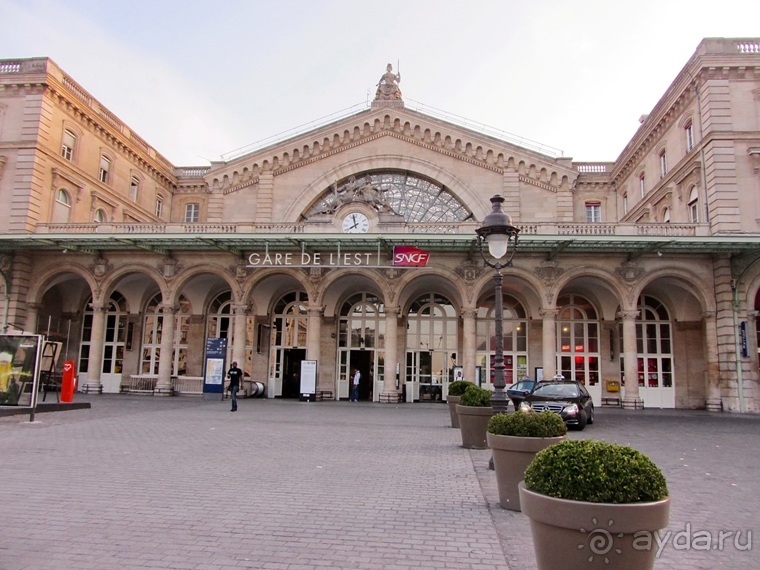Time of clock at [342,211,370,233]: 7:57
